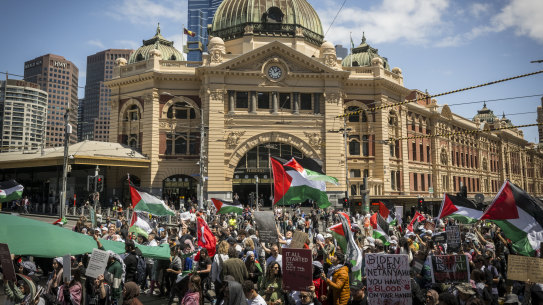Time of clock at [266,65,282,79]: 1:56
